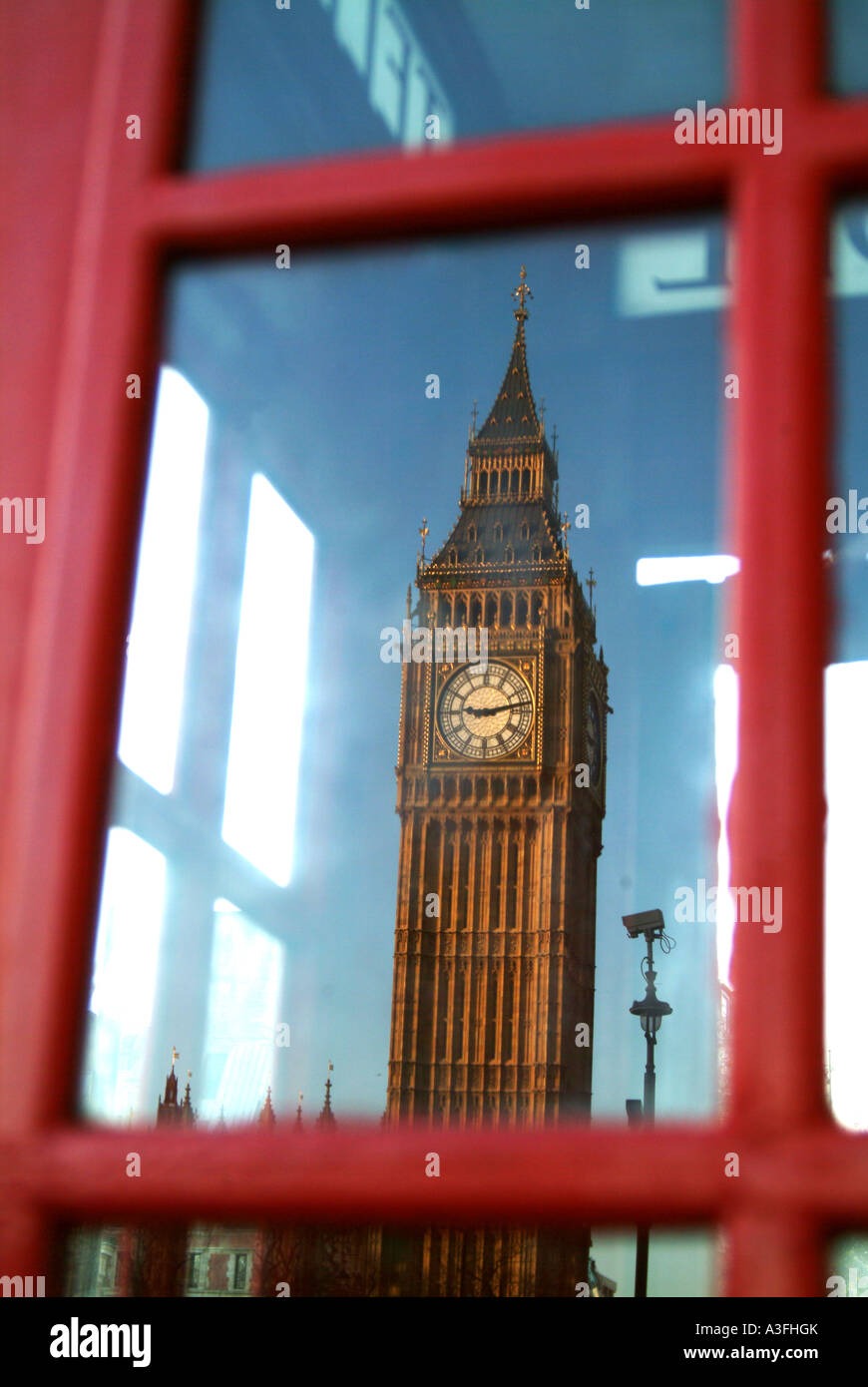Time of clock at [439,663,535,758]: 9:13
